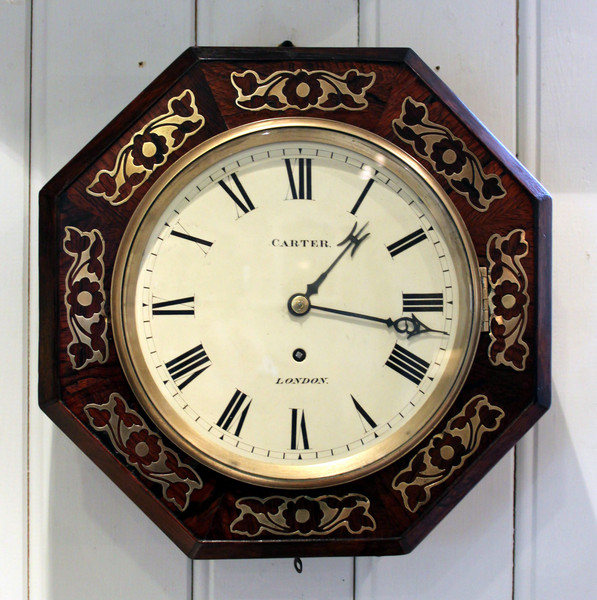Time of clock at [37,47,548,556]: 1:16
